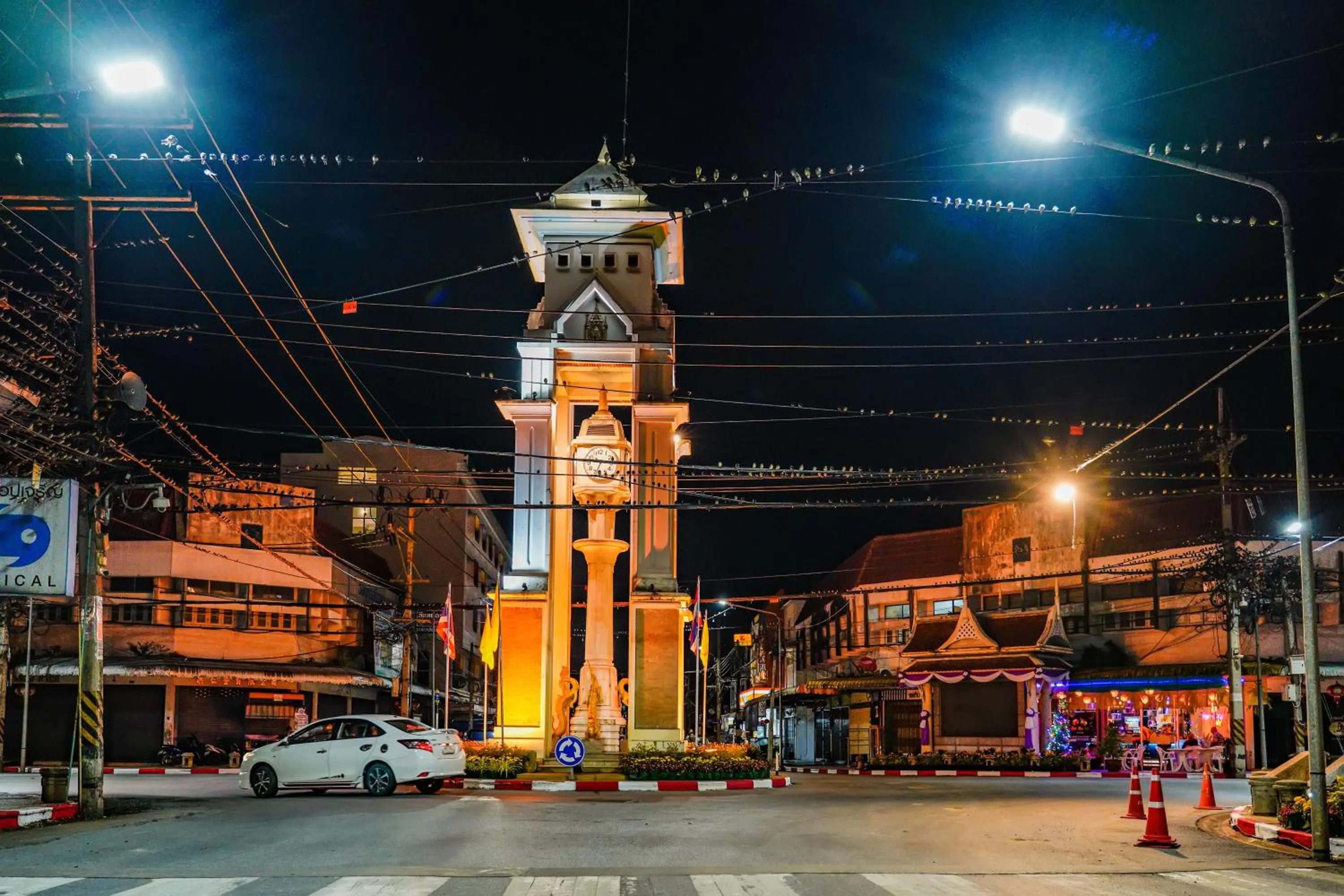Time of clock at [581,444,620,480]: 9:14
